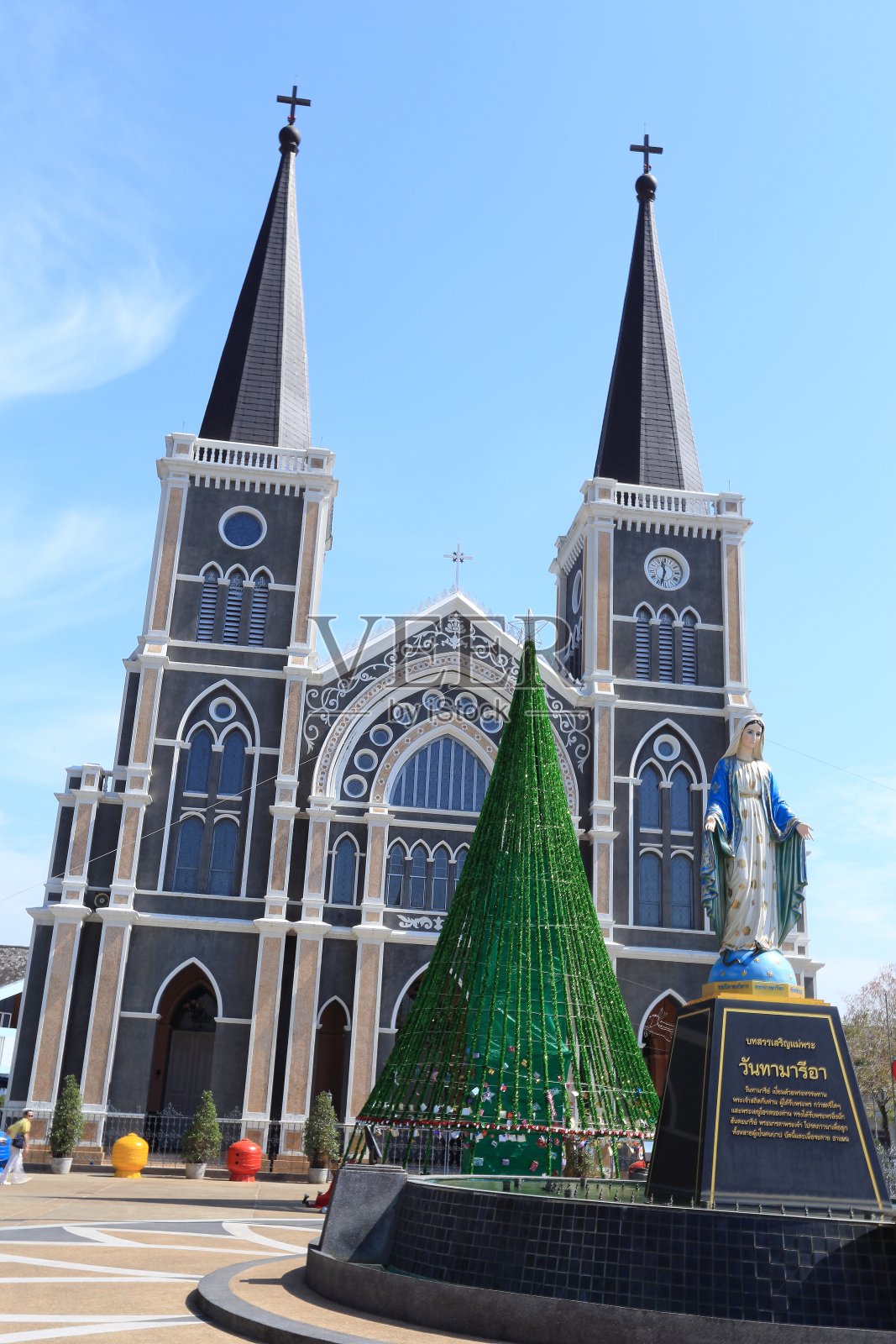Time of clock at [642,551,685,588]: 11:32
